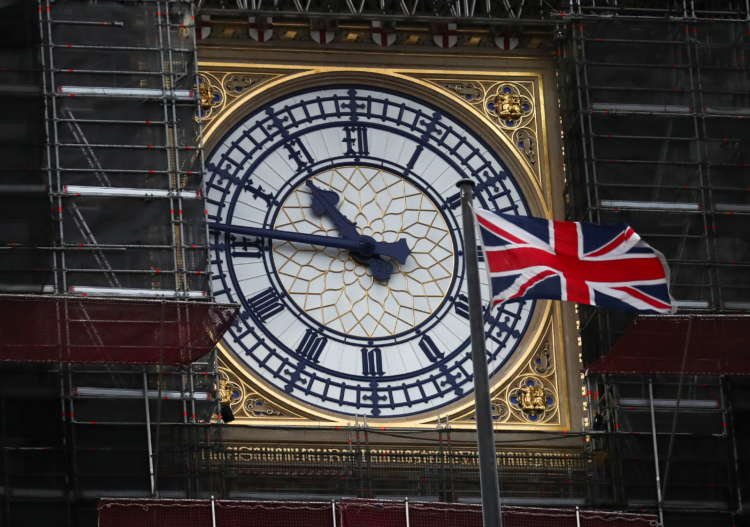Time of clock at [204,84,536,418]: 10:45
